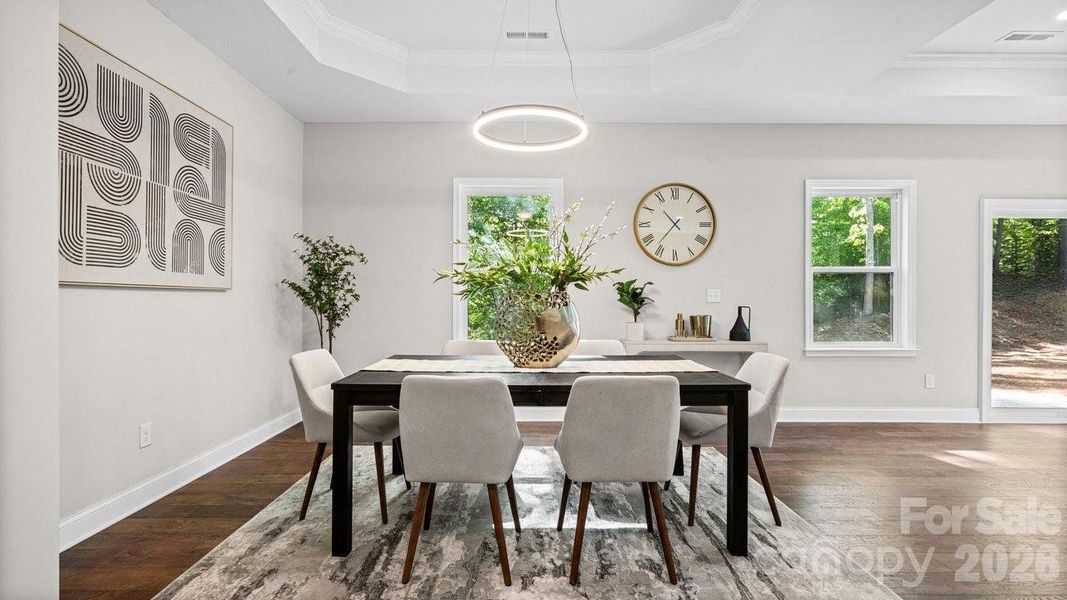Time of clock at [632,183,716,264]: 10:36
